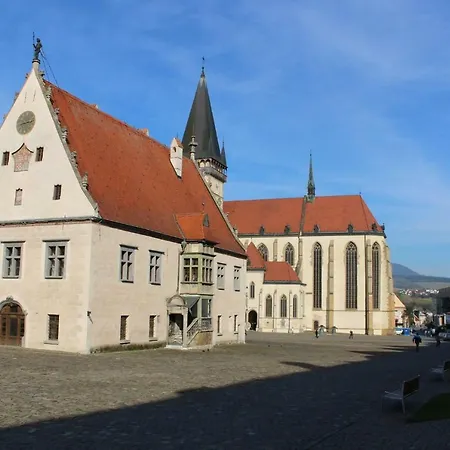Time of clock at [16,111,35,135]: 8:12
